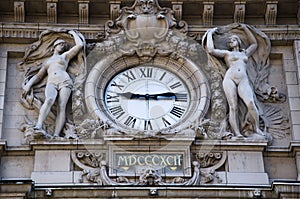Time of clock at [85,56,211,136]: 9:13
